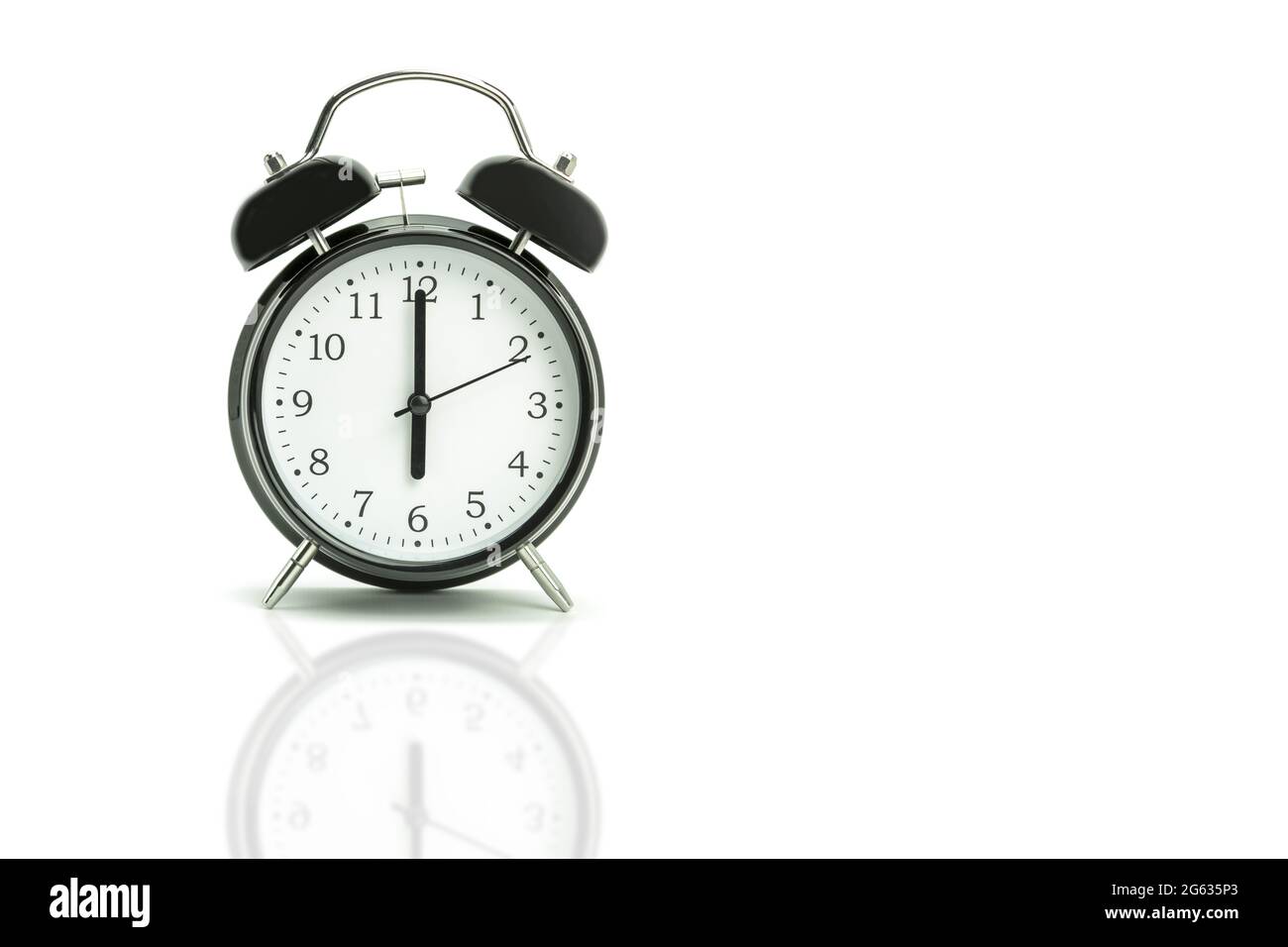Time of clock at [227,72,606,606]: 6:00
